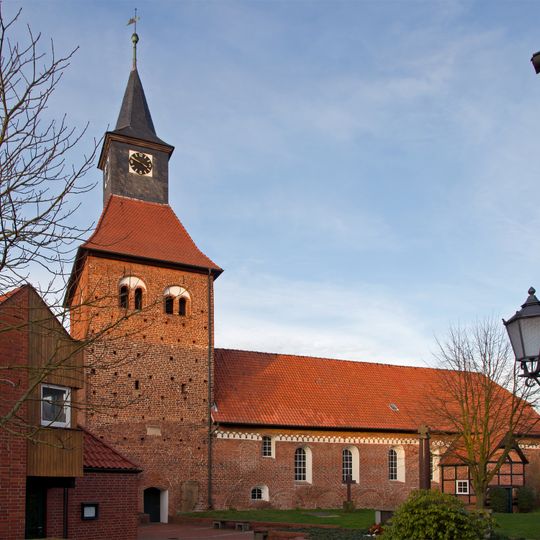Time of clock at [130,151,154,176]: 3:48
